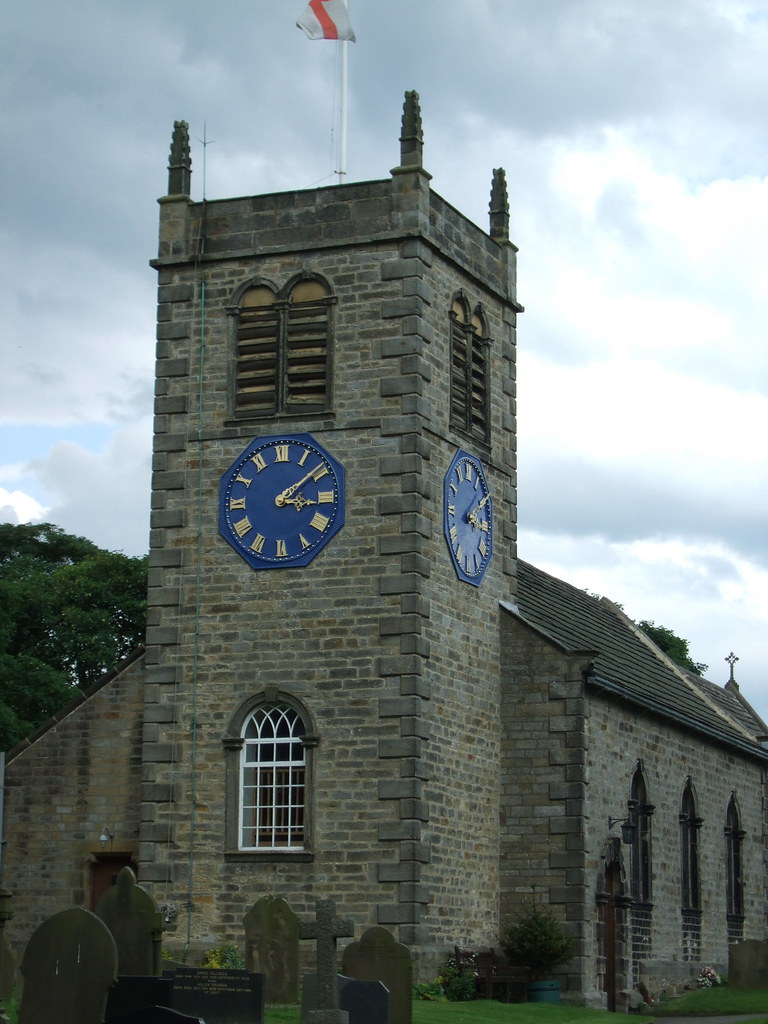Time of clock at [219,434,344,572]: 3:08
